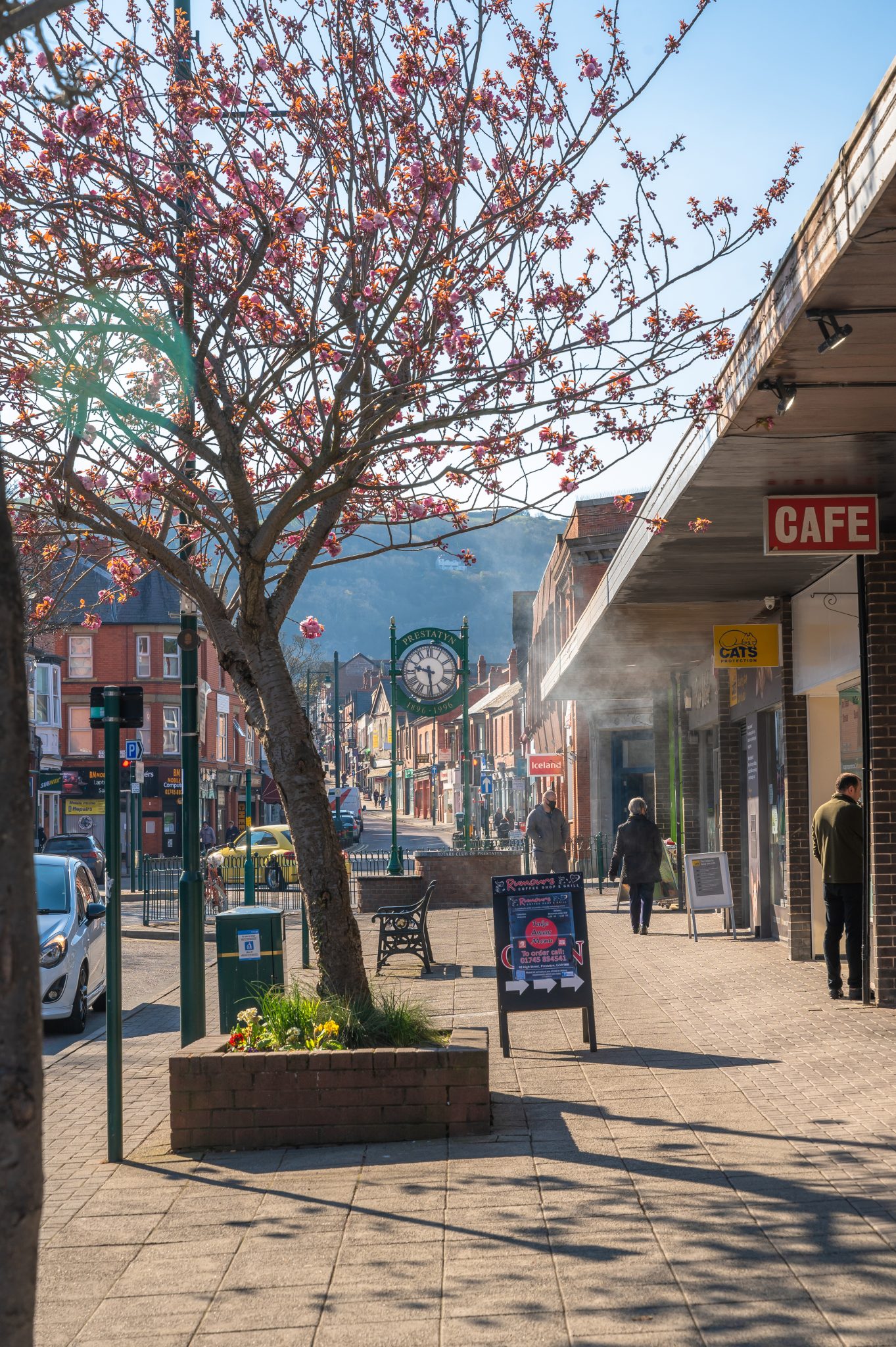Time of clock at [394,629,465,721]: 9:28
